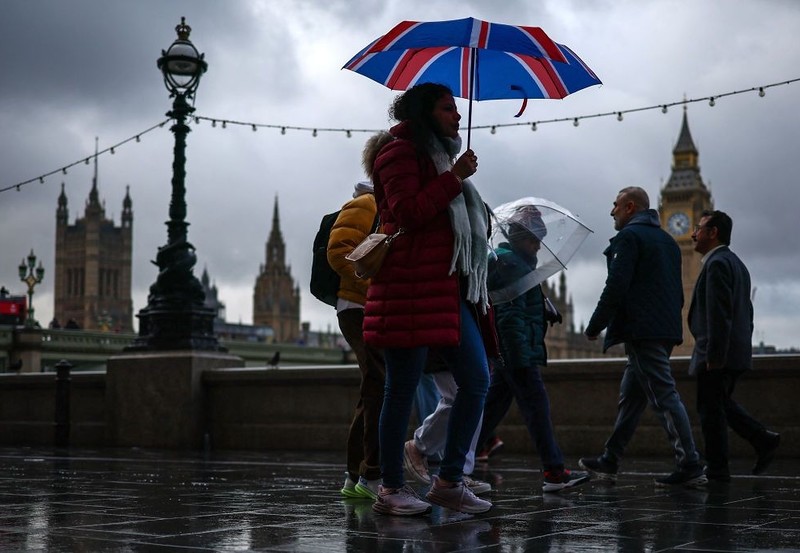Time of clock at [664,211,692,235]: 1:22
